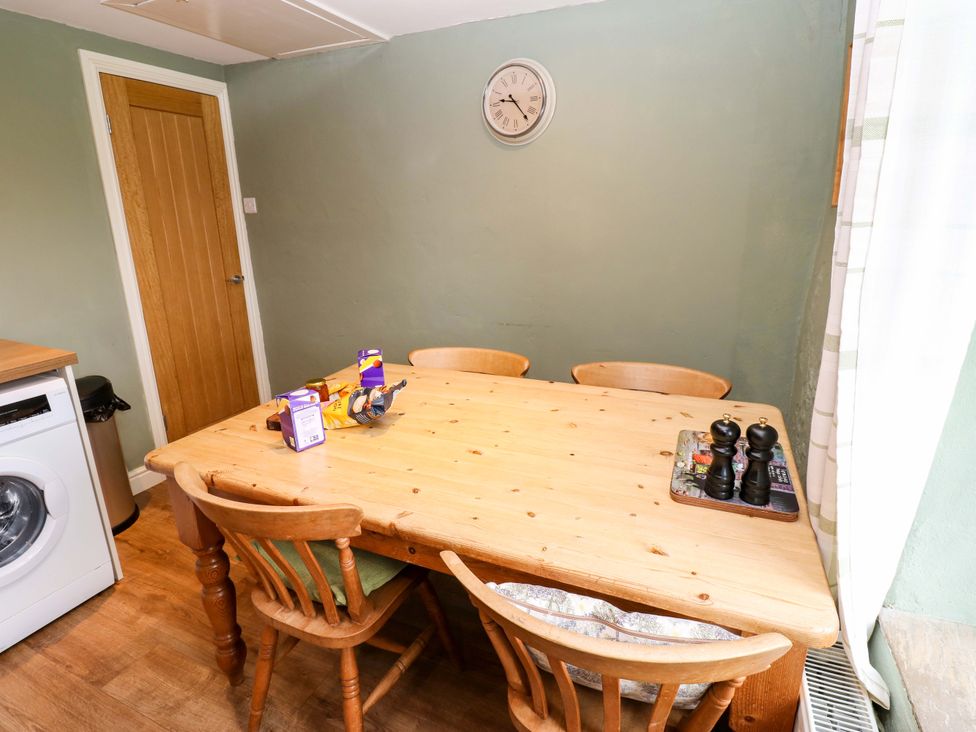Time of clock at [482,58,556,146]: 9:23
